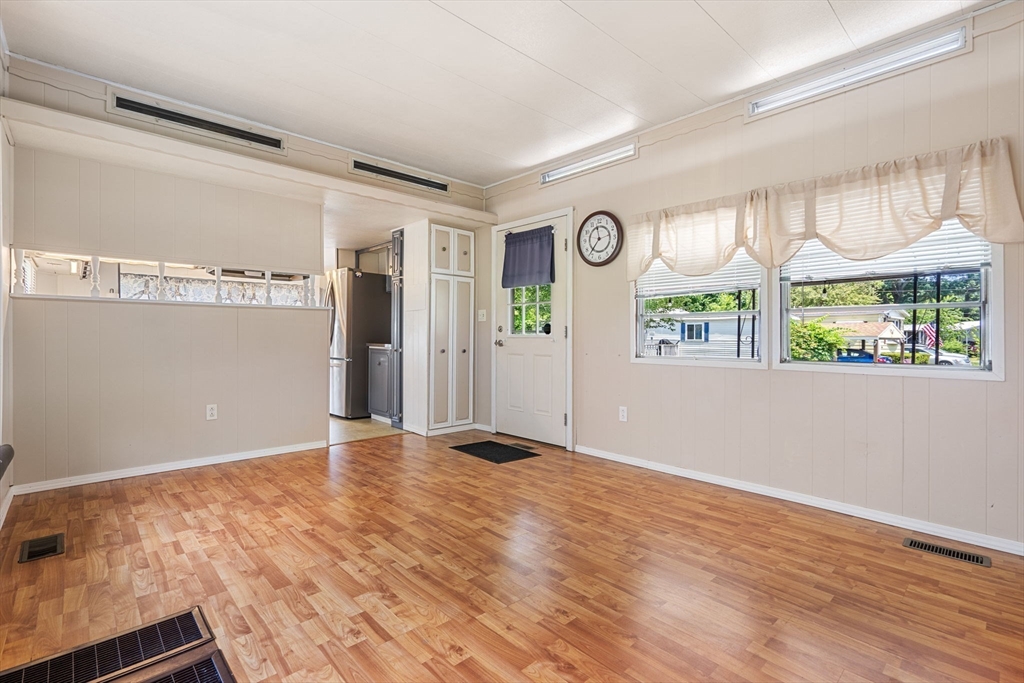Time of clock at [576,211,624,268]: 11:36
